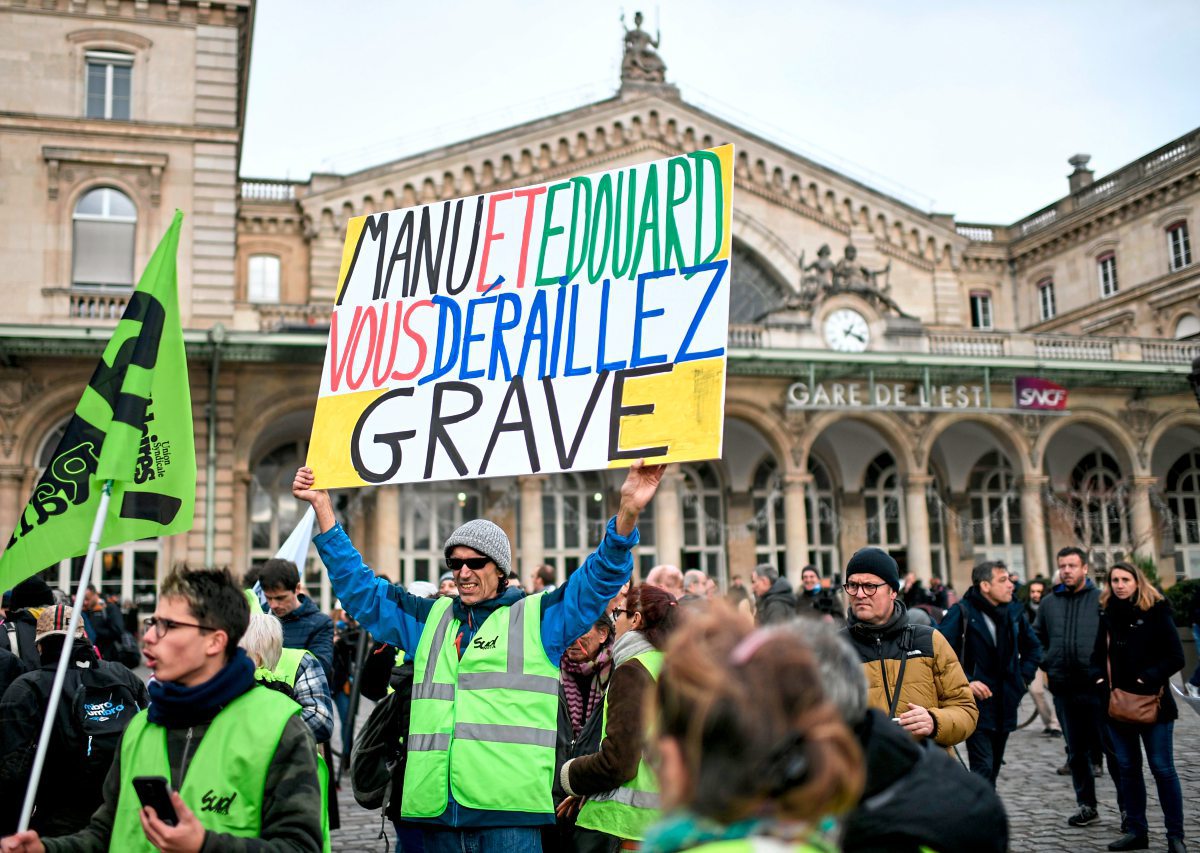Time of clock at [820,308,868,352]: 1:18
